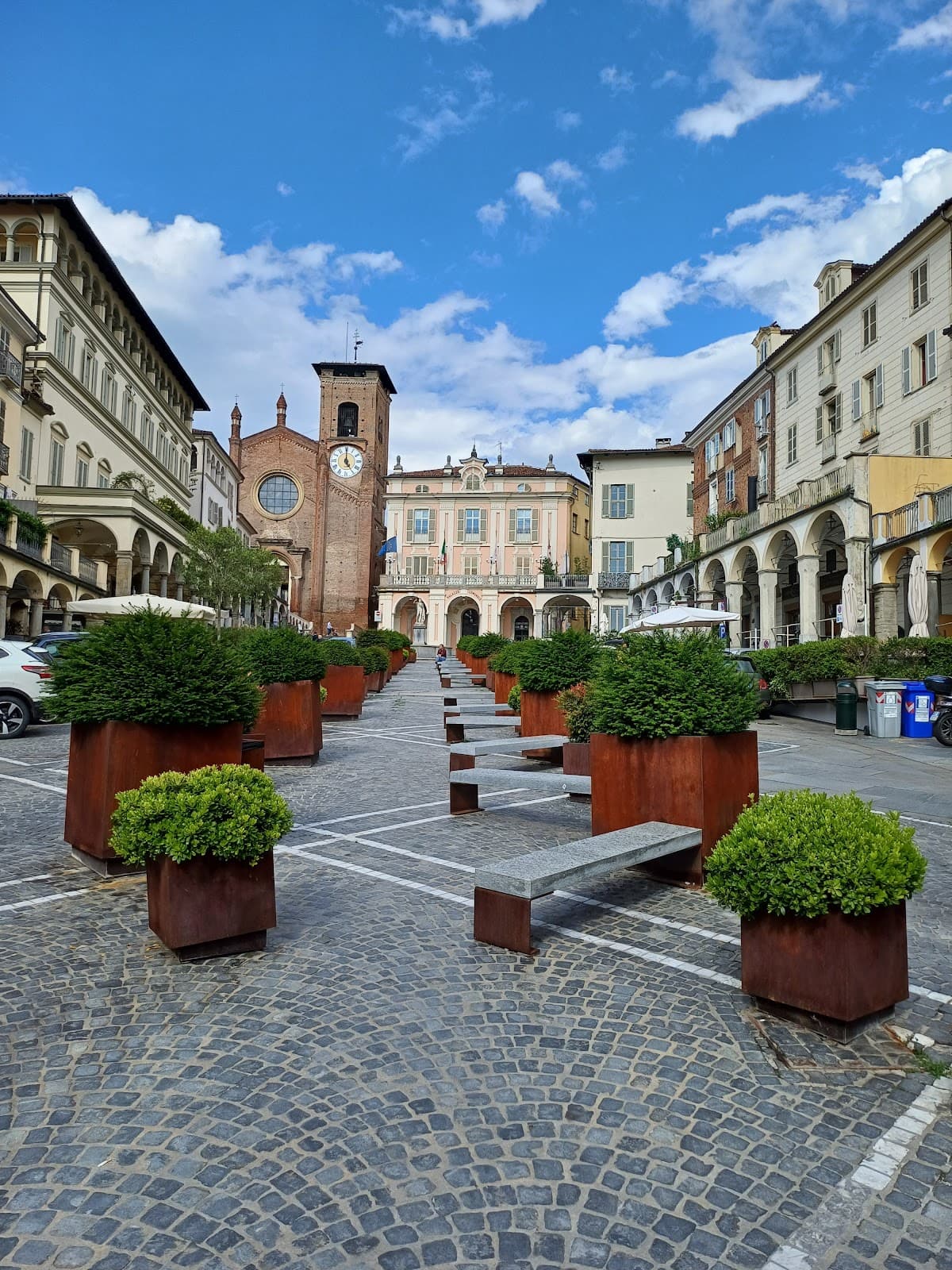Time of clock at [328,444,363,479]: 5:00
